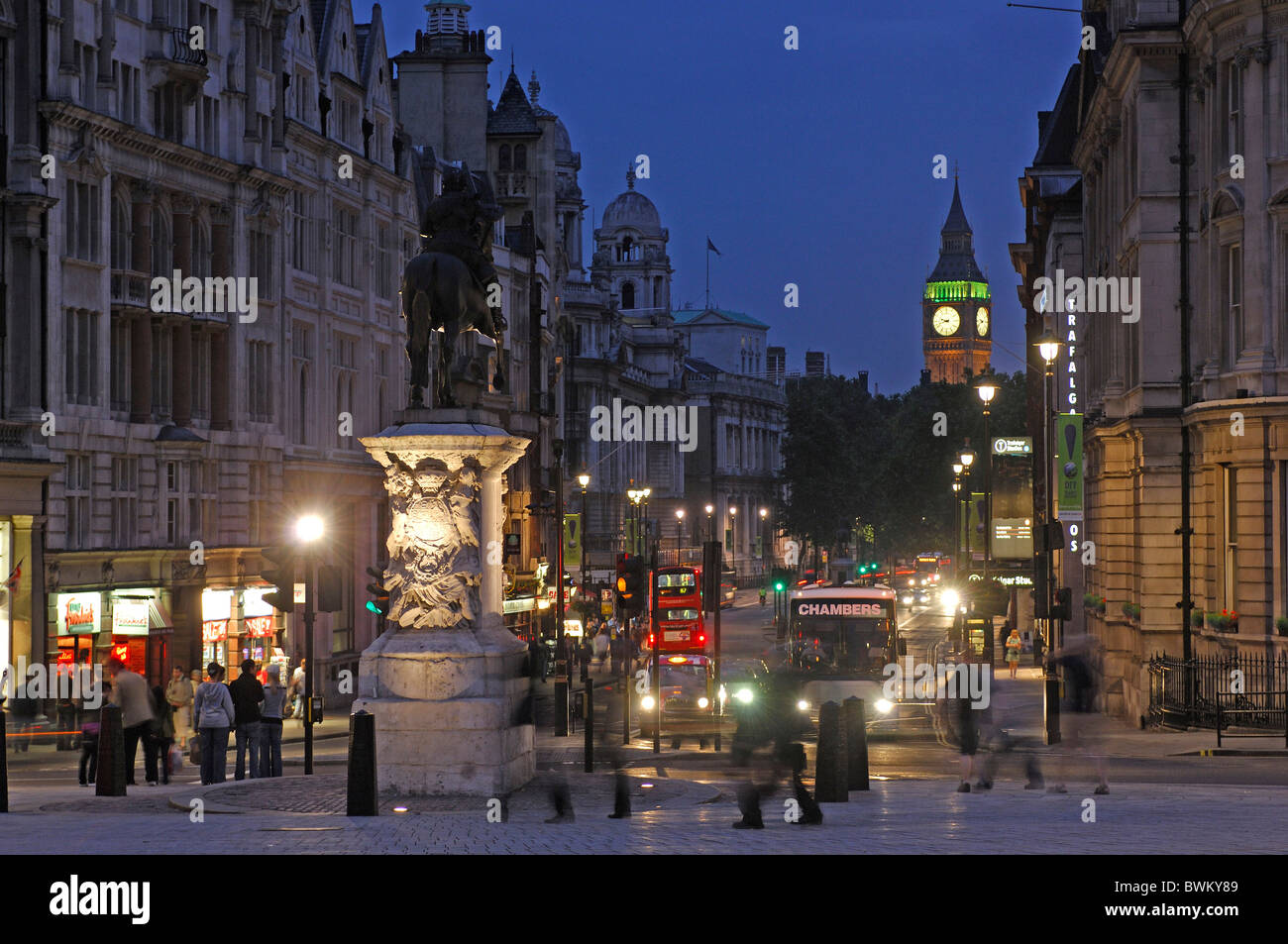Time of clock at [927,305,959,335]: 9:42
